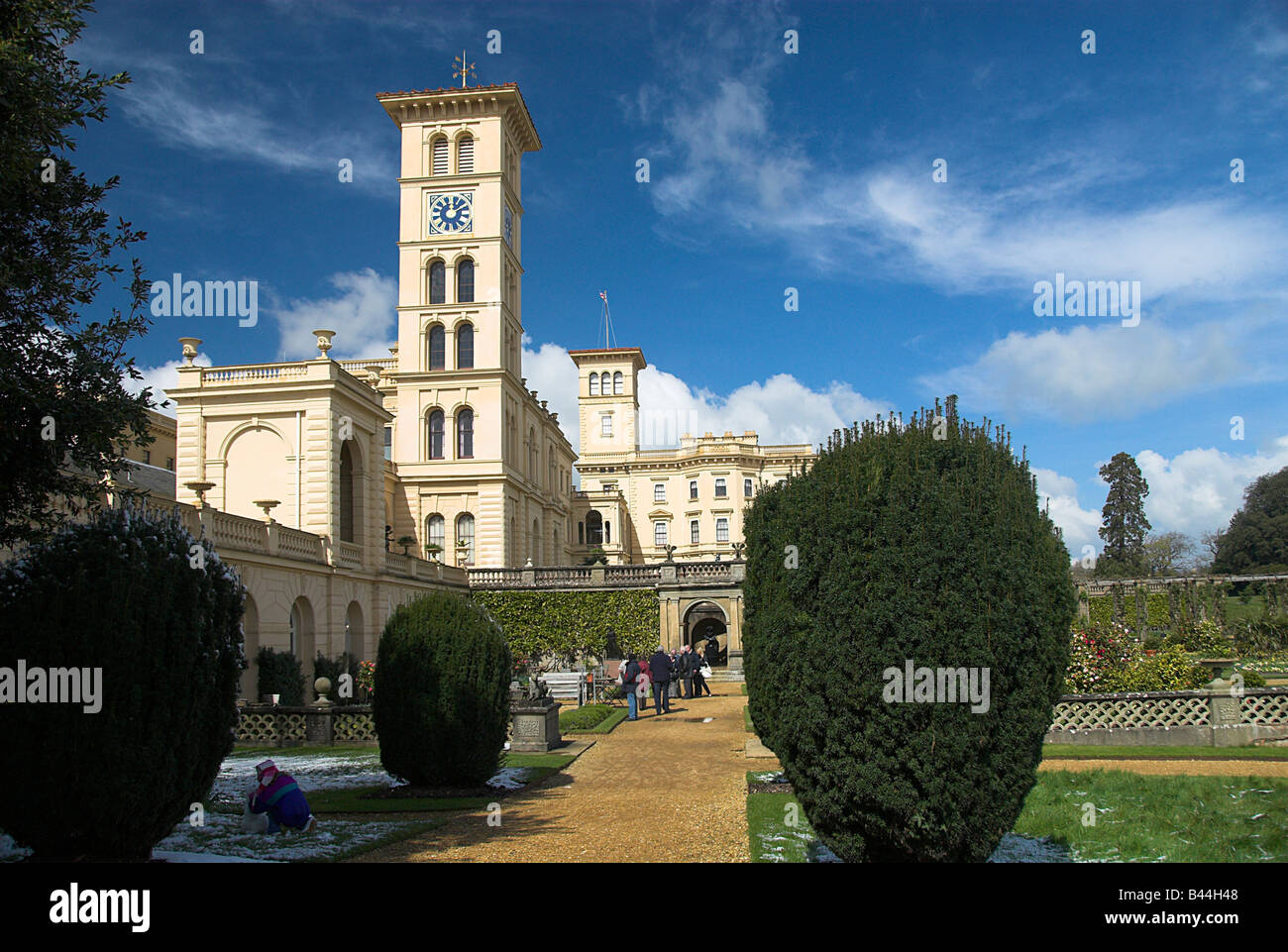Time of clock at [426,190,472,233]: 12:09
